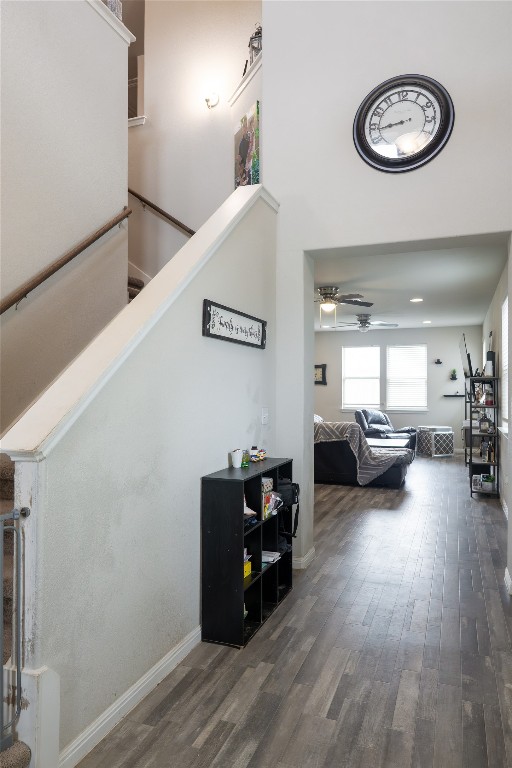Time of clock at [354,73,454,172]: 8:43
